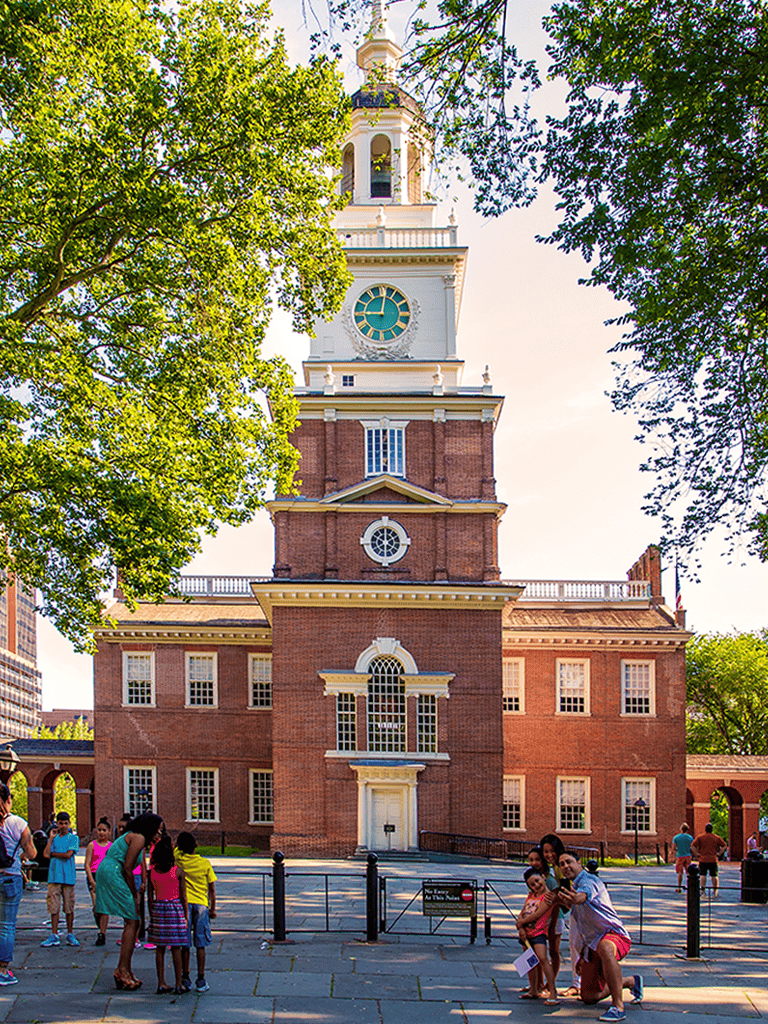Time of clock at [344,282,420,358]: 9:01
